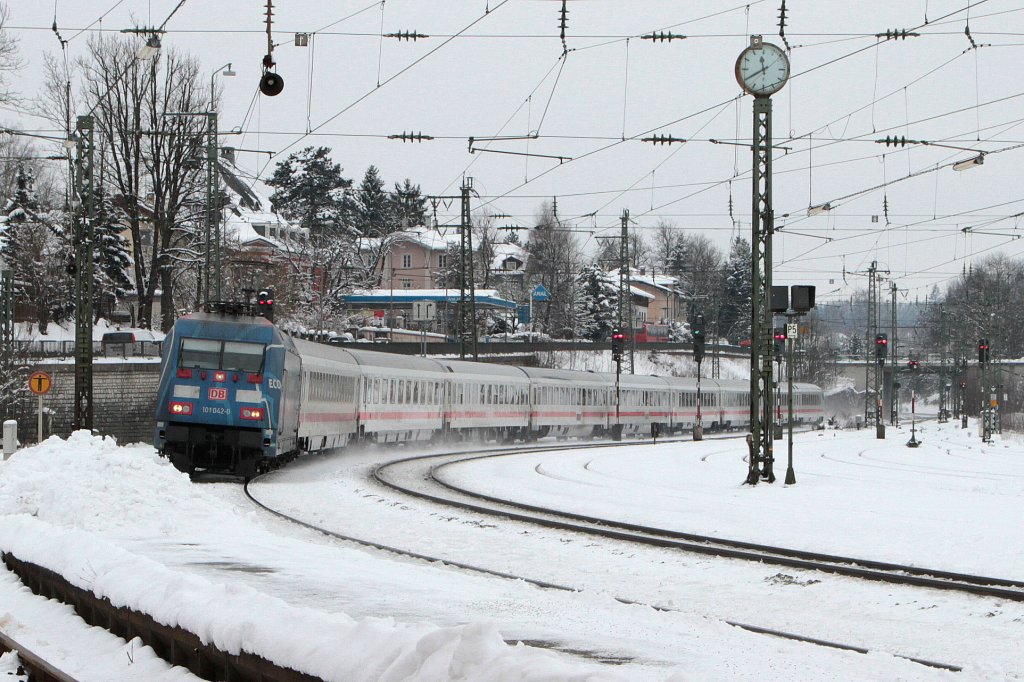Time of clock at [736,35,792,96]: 11:40
